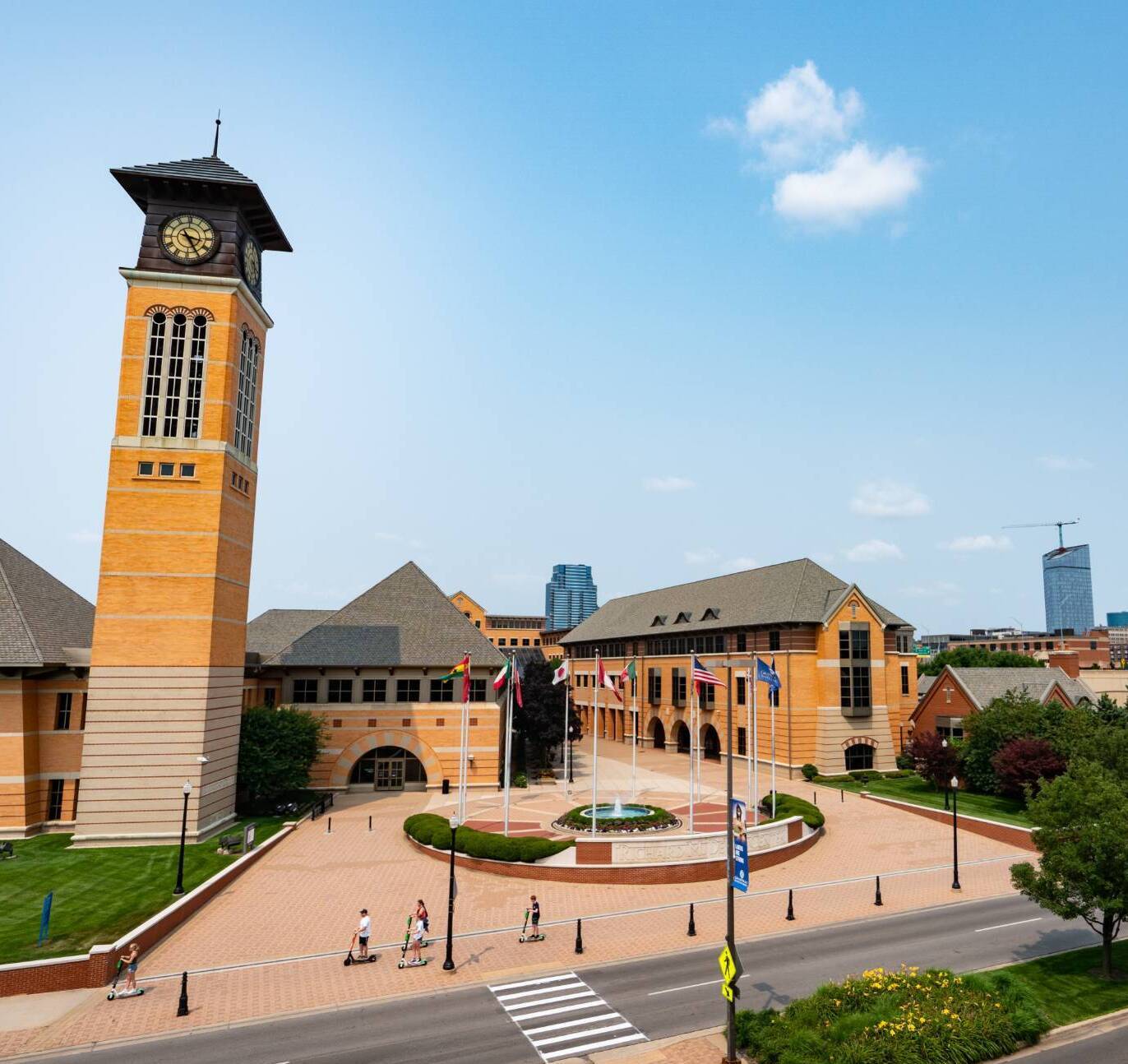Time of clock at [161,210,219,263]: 3:24
